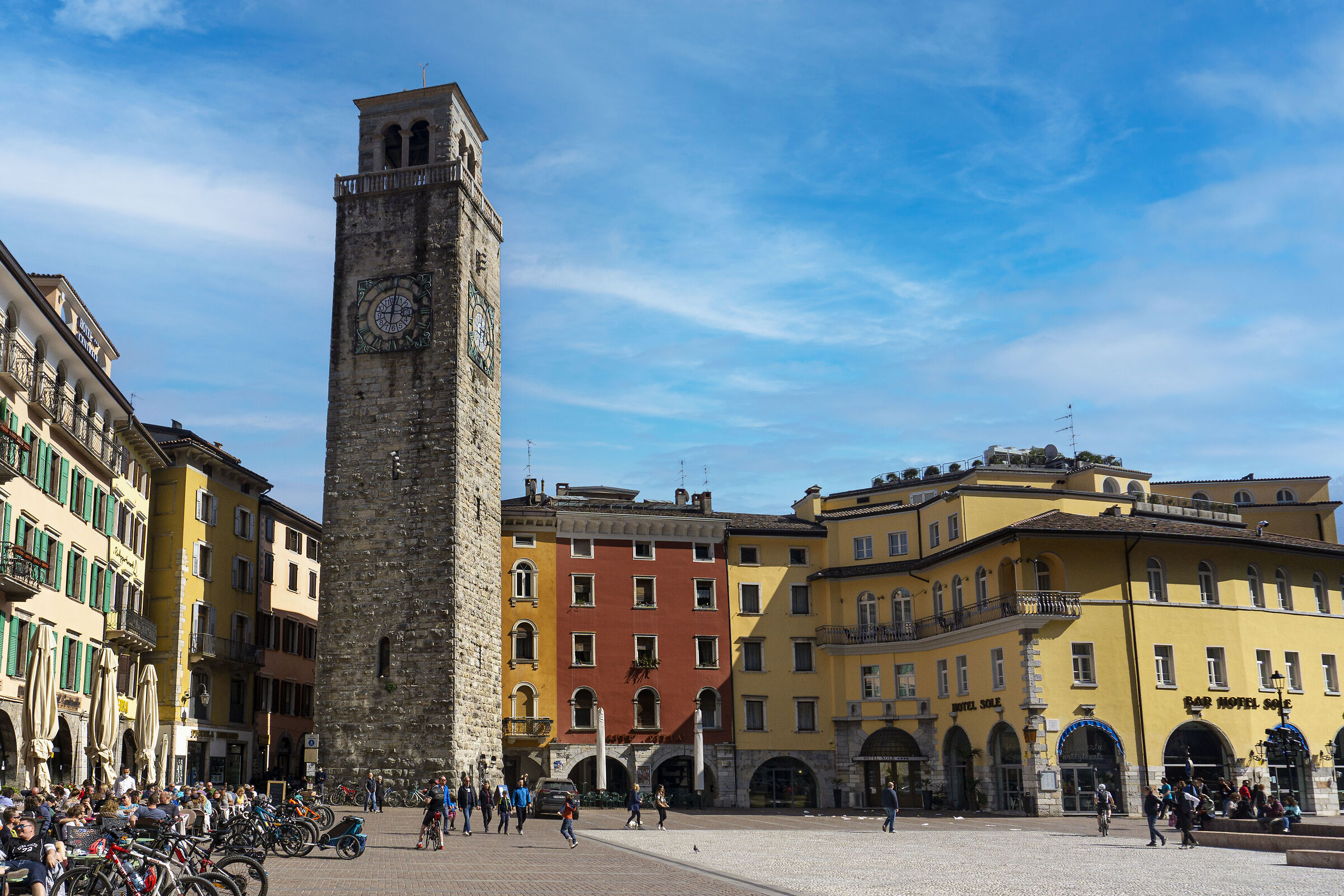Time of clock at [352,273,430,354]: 9:01
